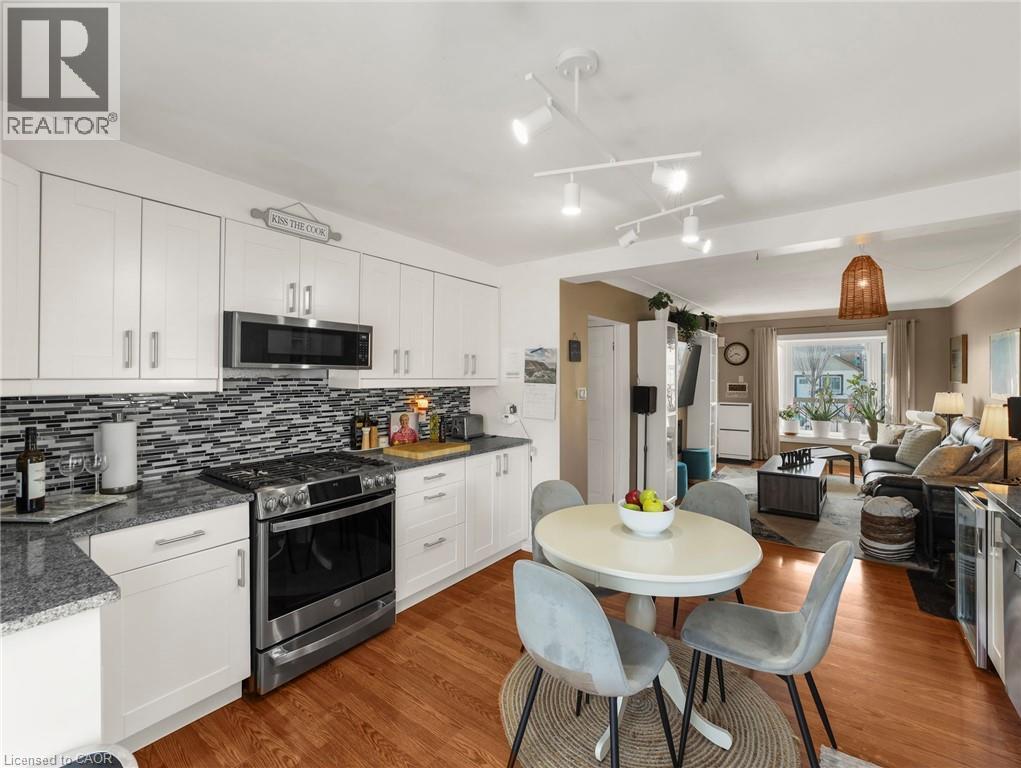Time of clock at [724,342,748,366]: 3:40
